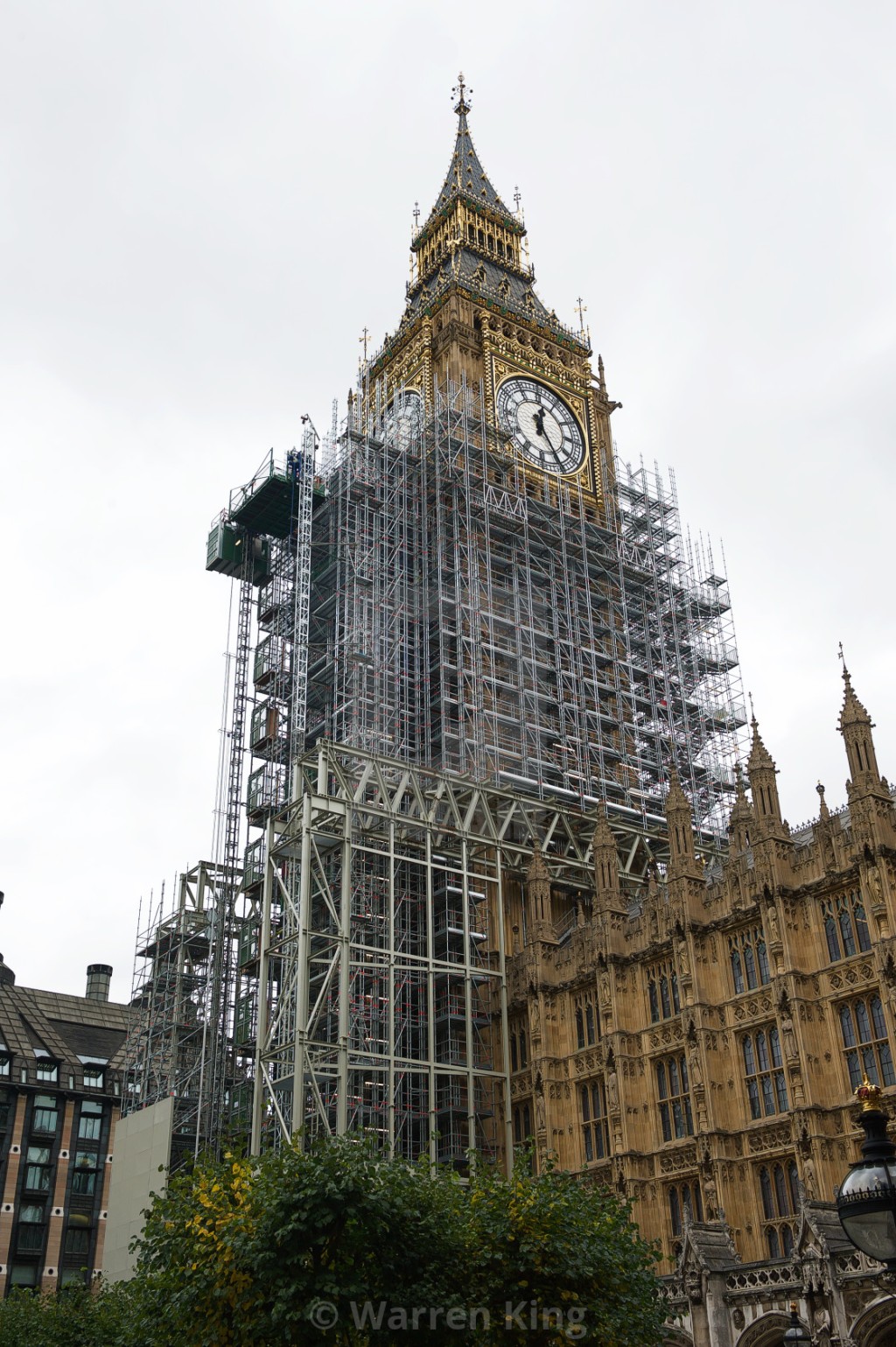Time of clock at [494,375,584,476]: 12:24
